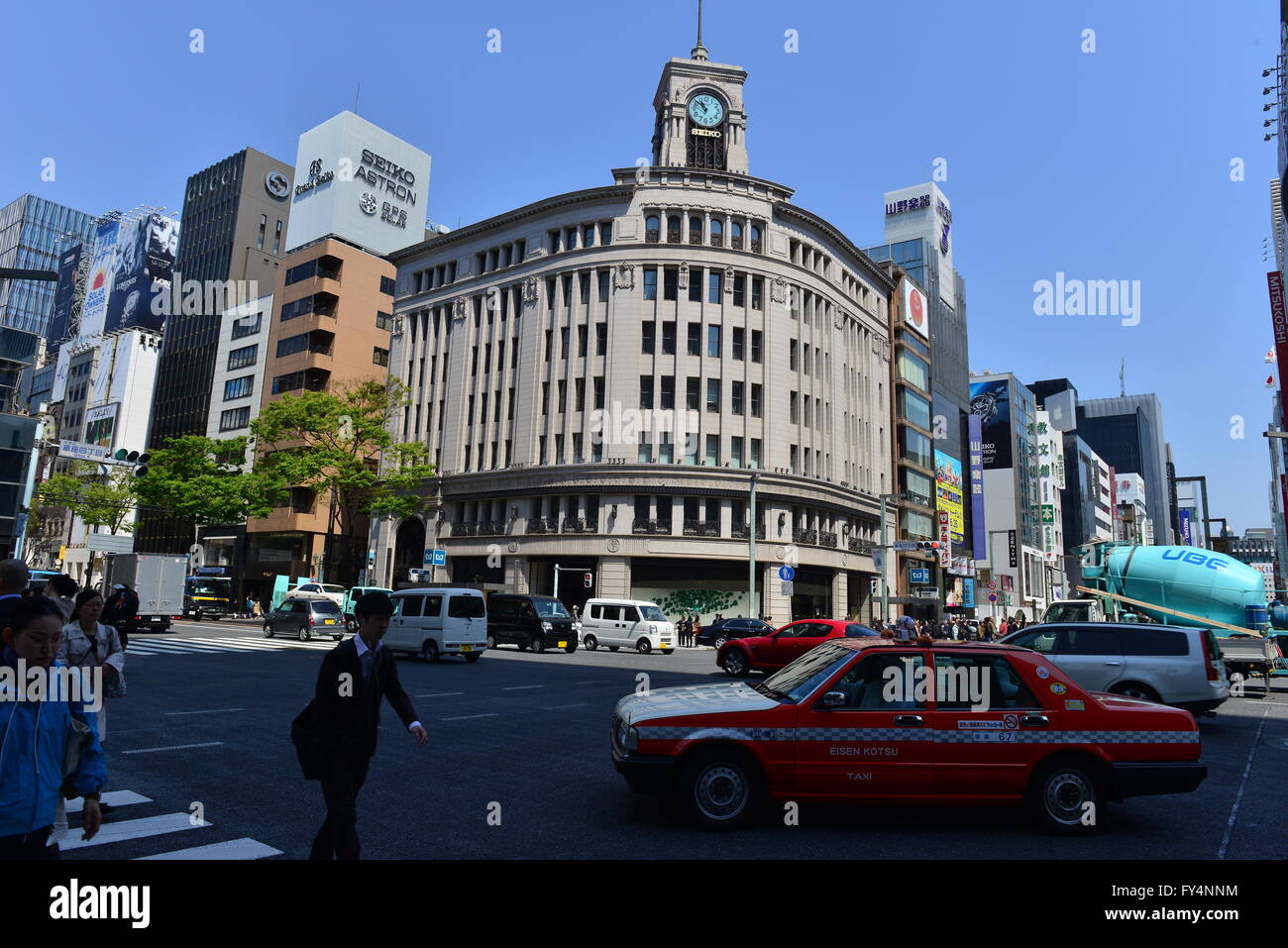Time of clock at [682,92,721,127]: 10:51
